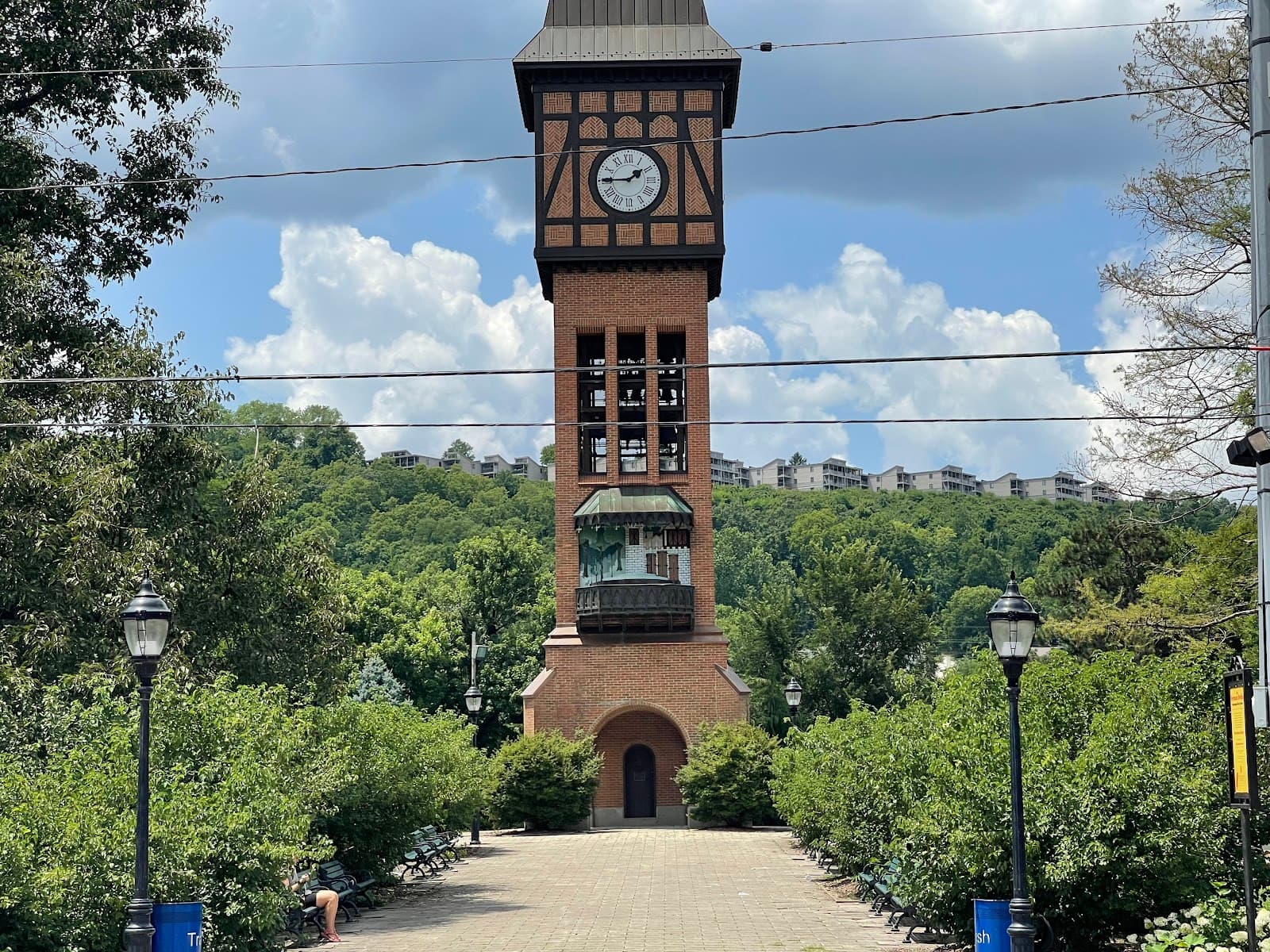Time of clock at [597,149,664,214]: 1:45
